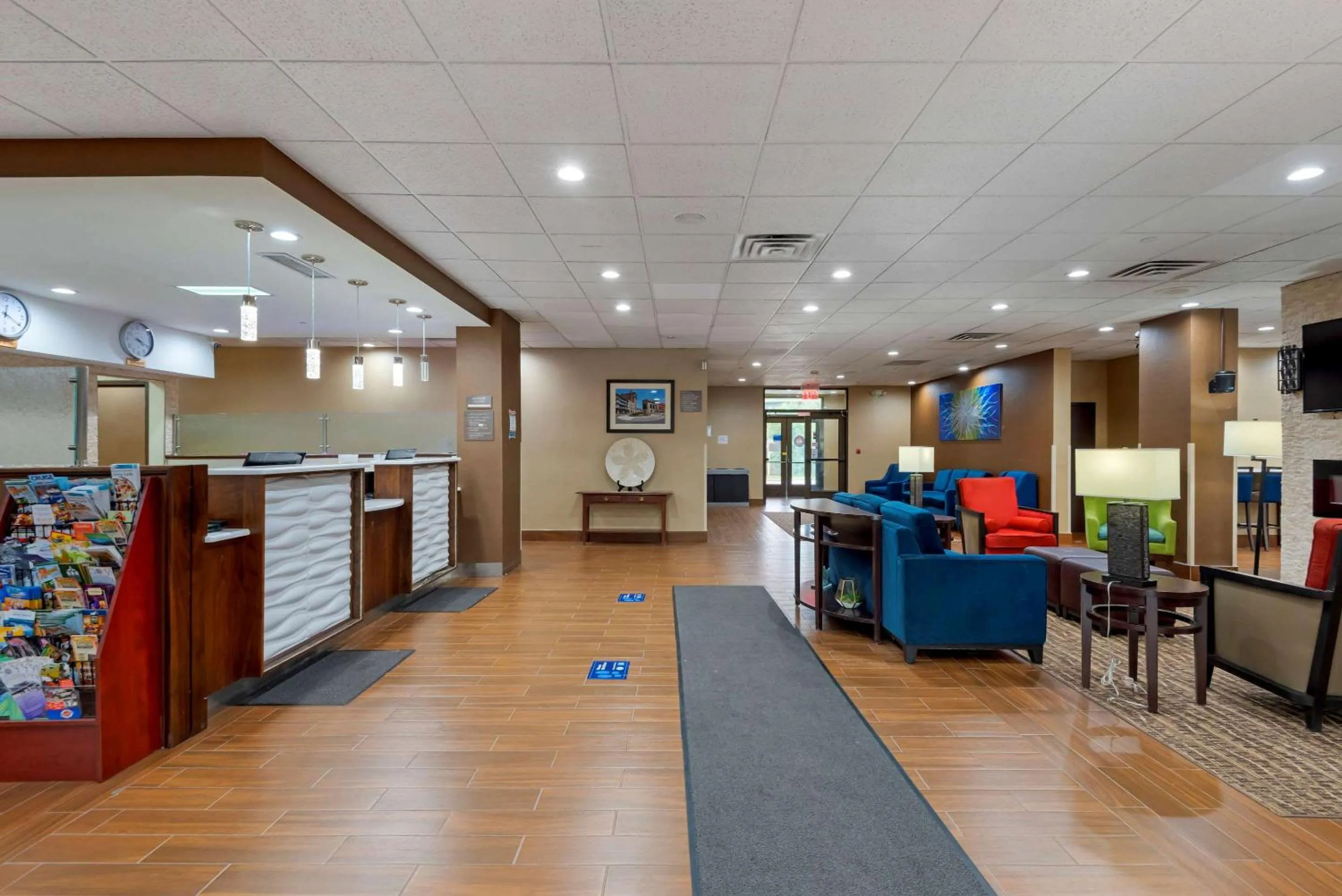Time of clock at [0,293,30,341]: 12:20
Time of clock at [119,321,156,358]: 4:18
